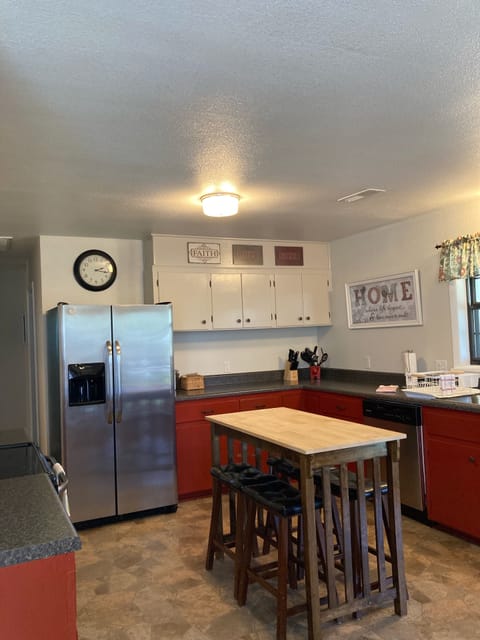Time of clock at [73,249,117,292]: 2:16
